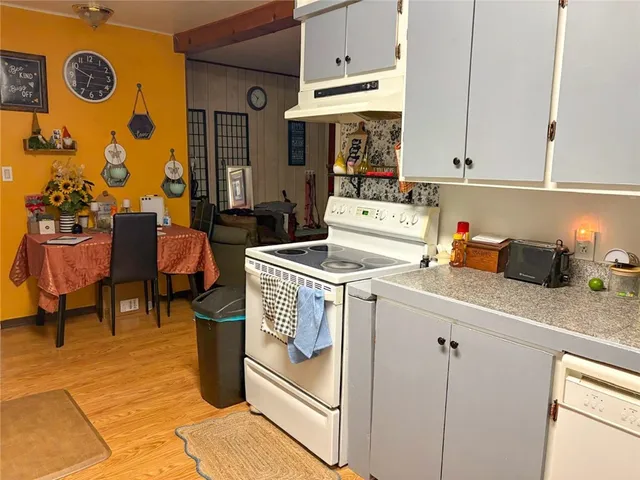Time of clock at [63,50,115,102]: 6:48
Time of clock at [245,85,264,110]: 6:52
